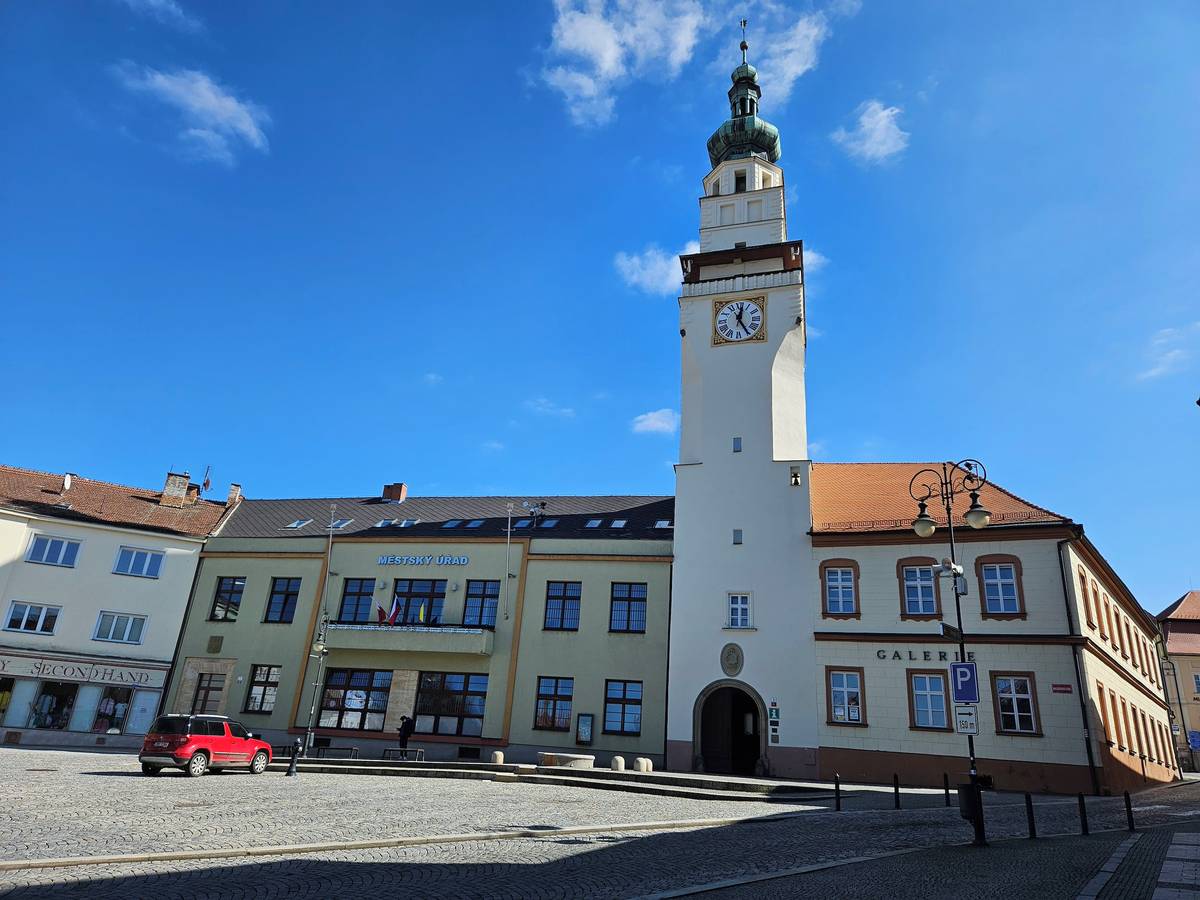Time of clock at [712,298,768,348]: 12:24
